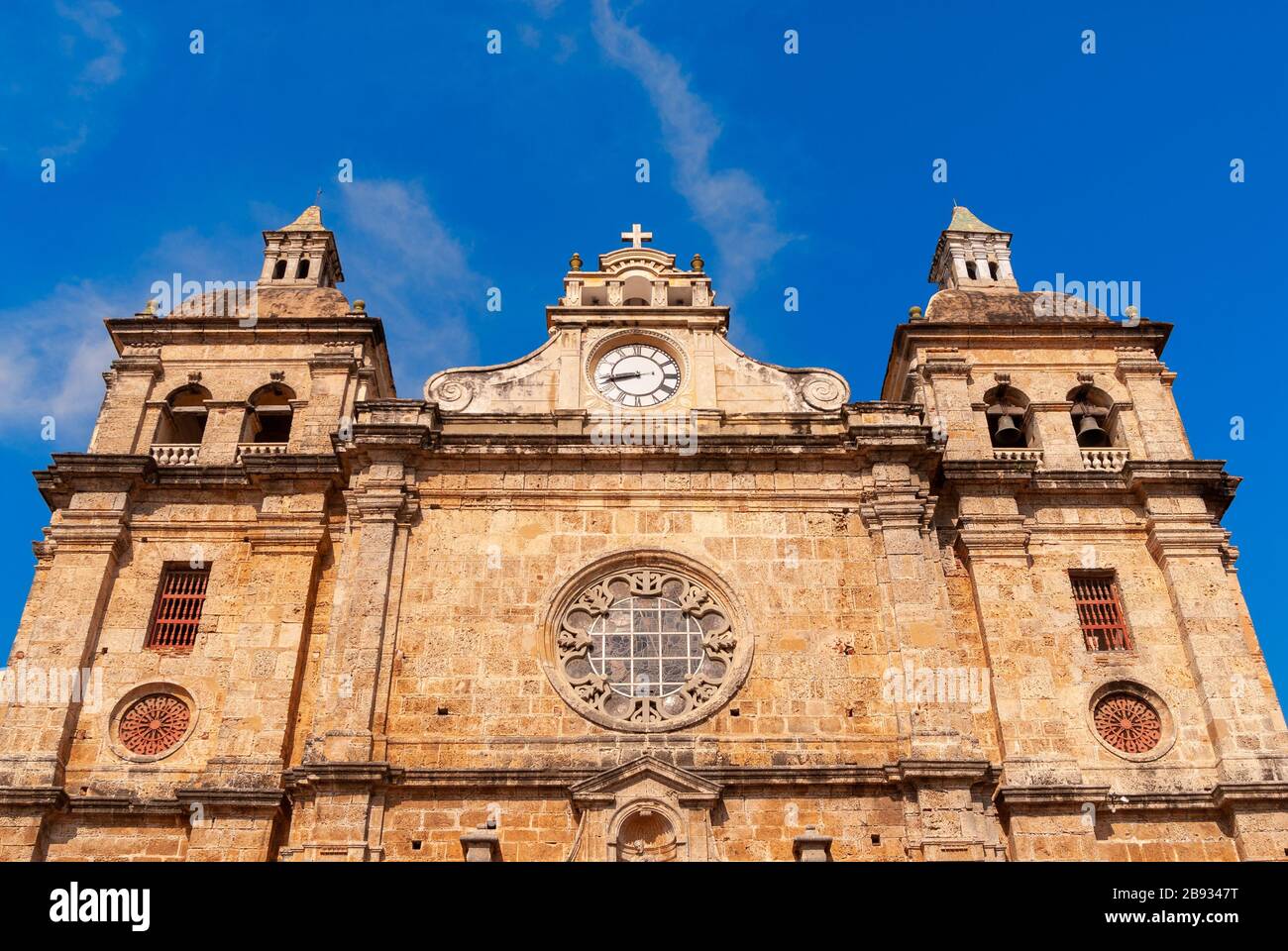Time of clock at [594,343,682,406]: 8:42
